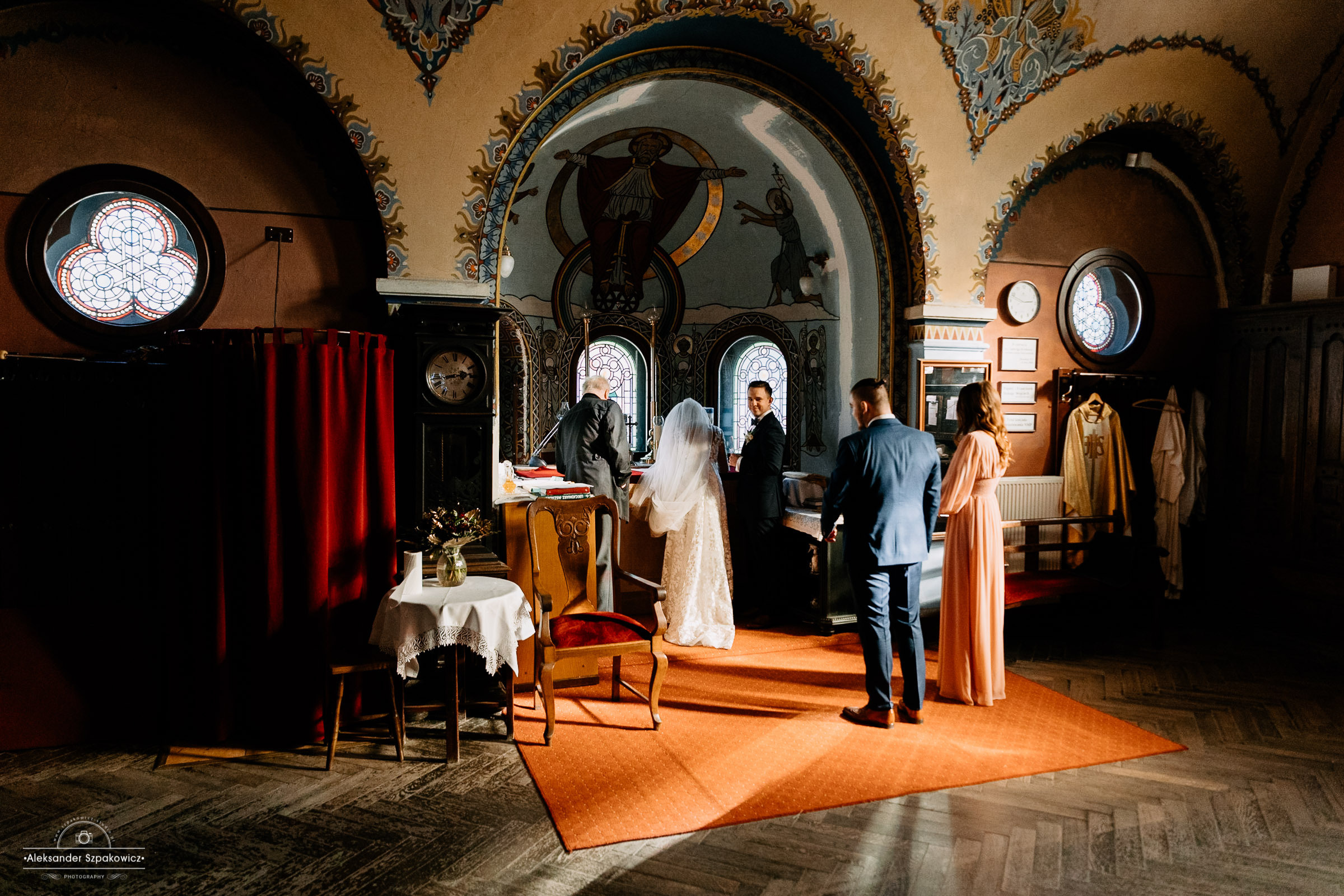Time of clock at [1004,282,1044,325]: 2:48
